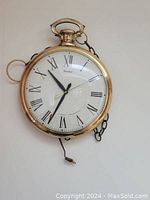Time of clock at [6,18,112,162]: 10:34
